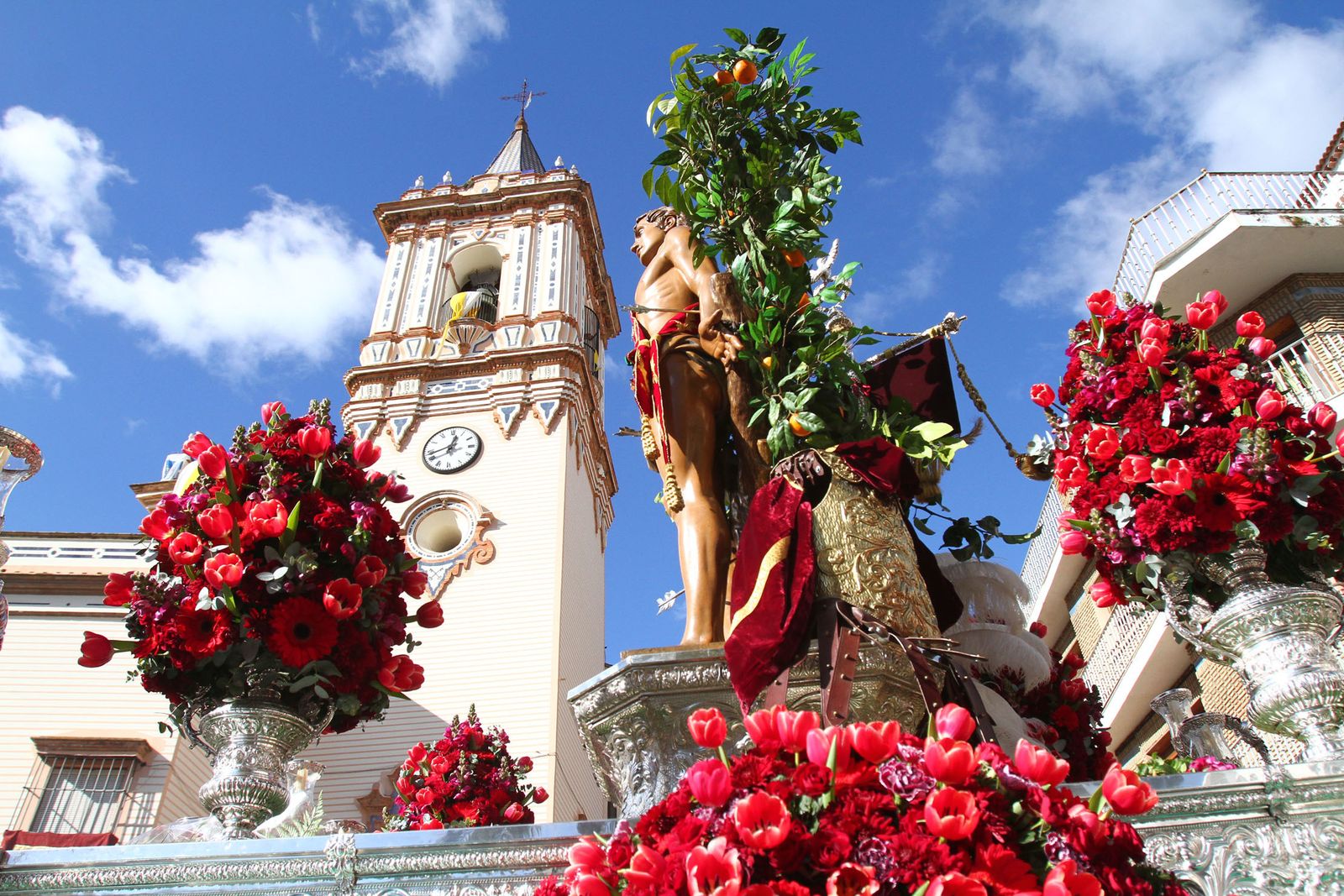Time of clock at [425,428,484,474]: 12:42
